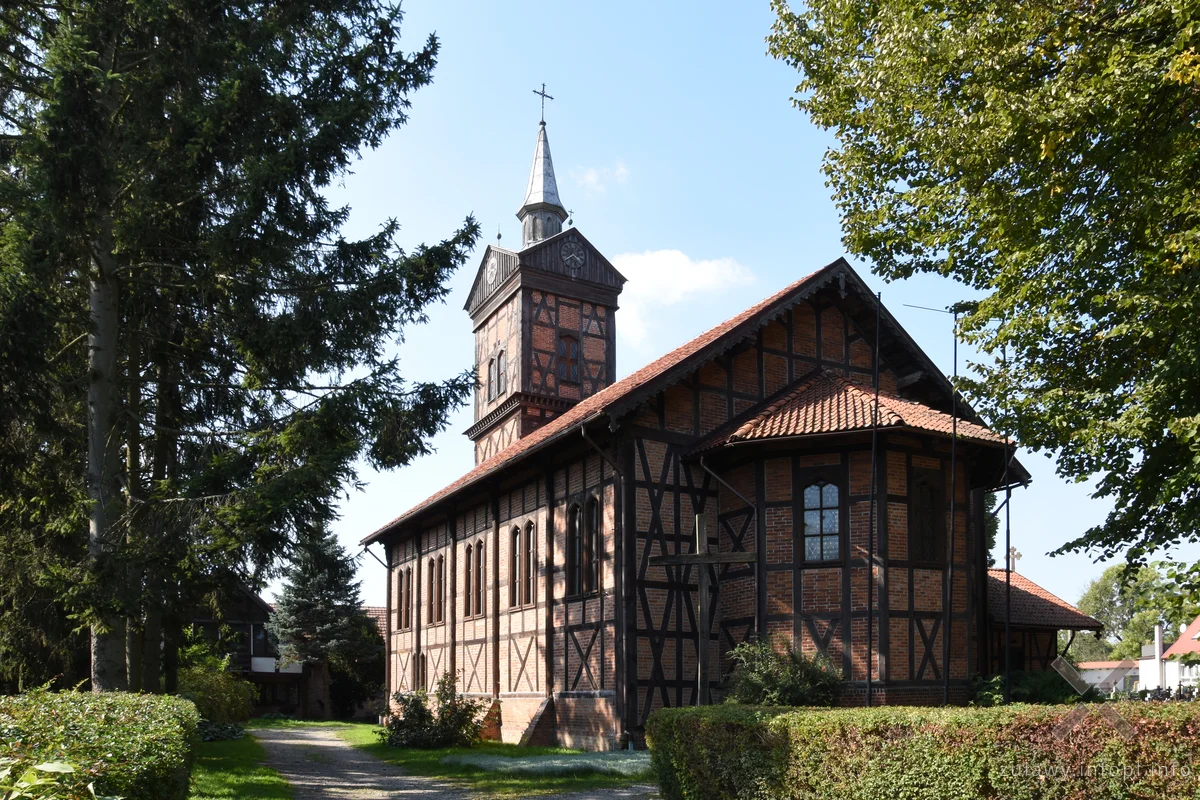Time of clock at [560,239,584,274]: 3:39
